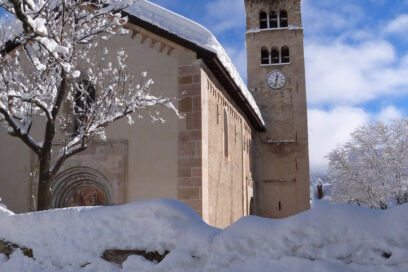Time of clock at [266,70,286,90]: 12:32
